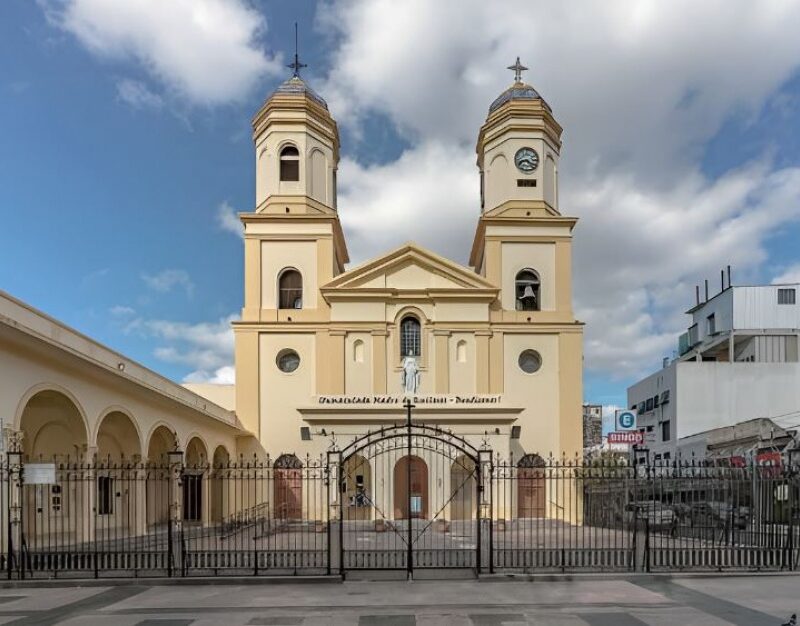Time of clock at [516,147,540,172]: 8:21
